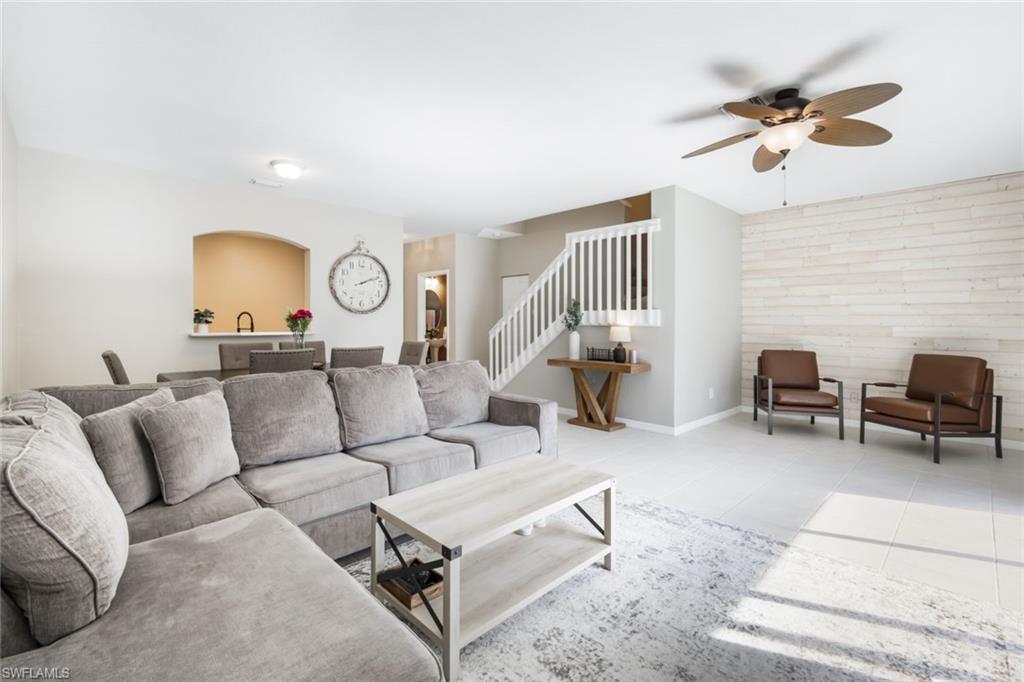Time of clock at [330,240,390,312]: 2:11
